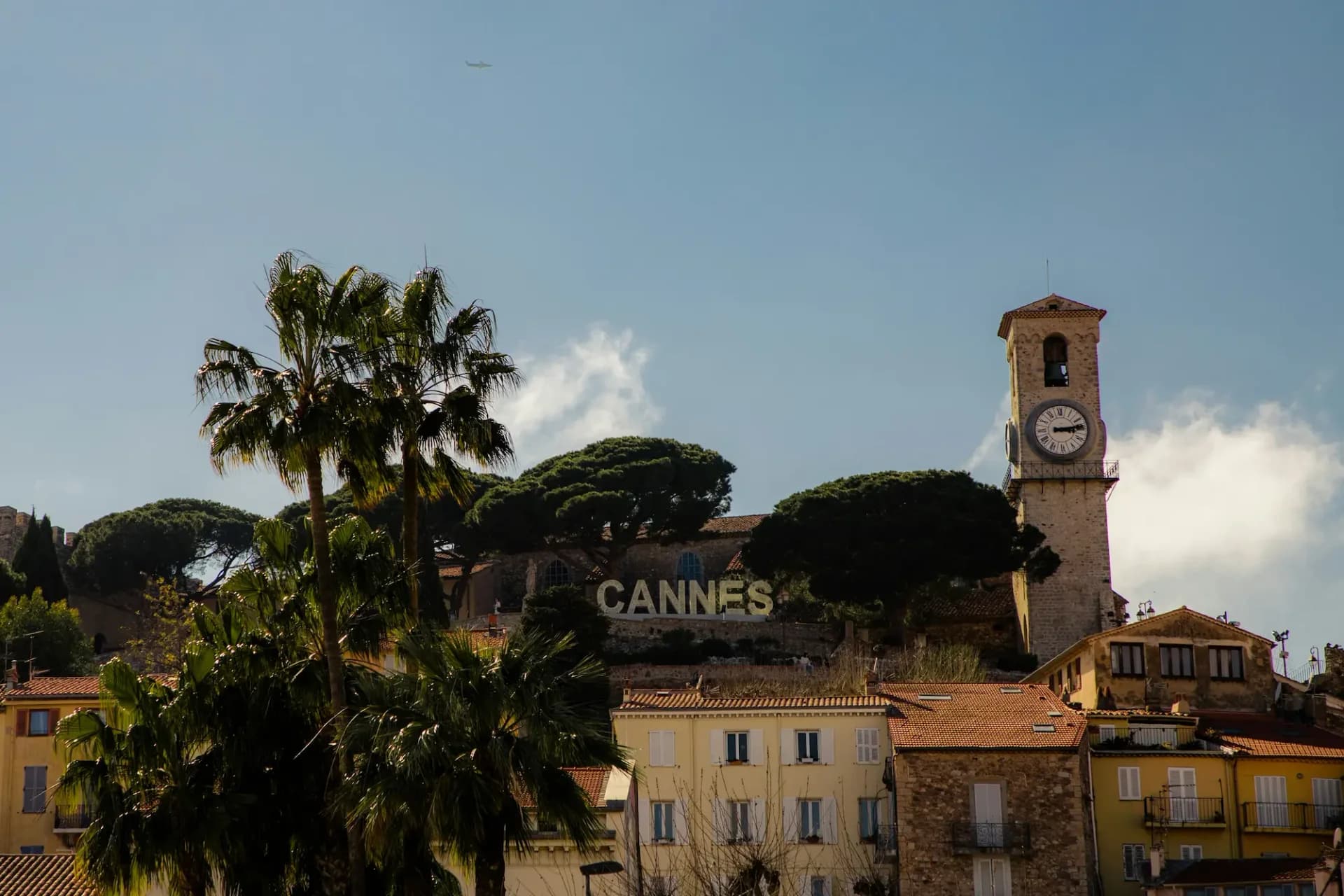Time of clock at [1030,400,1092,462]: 3:13
